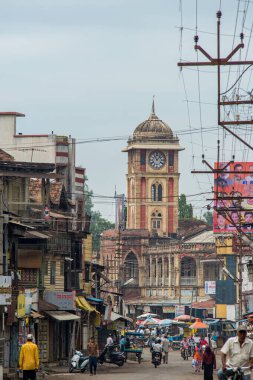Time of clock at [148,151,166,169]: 11:07
